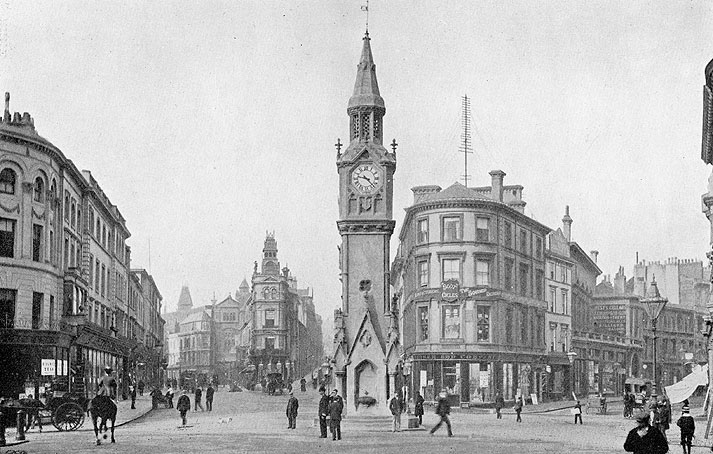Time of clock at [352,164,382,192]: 9:22
